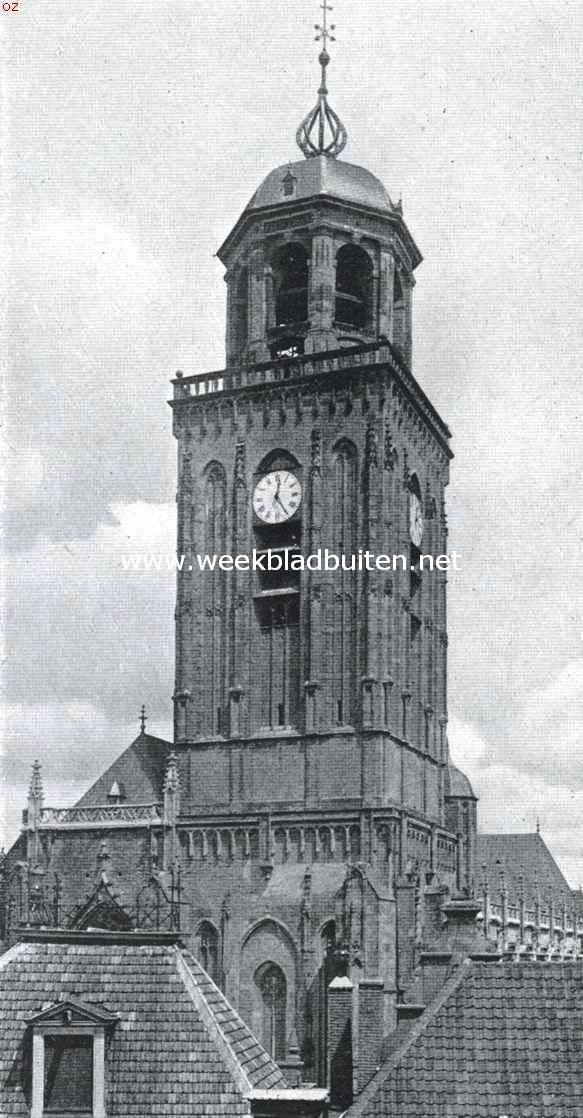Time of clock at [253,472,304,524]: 12:24
